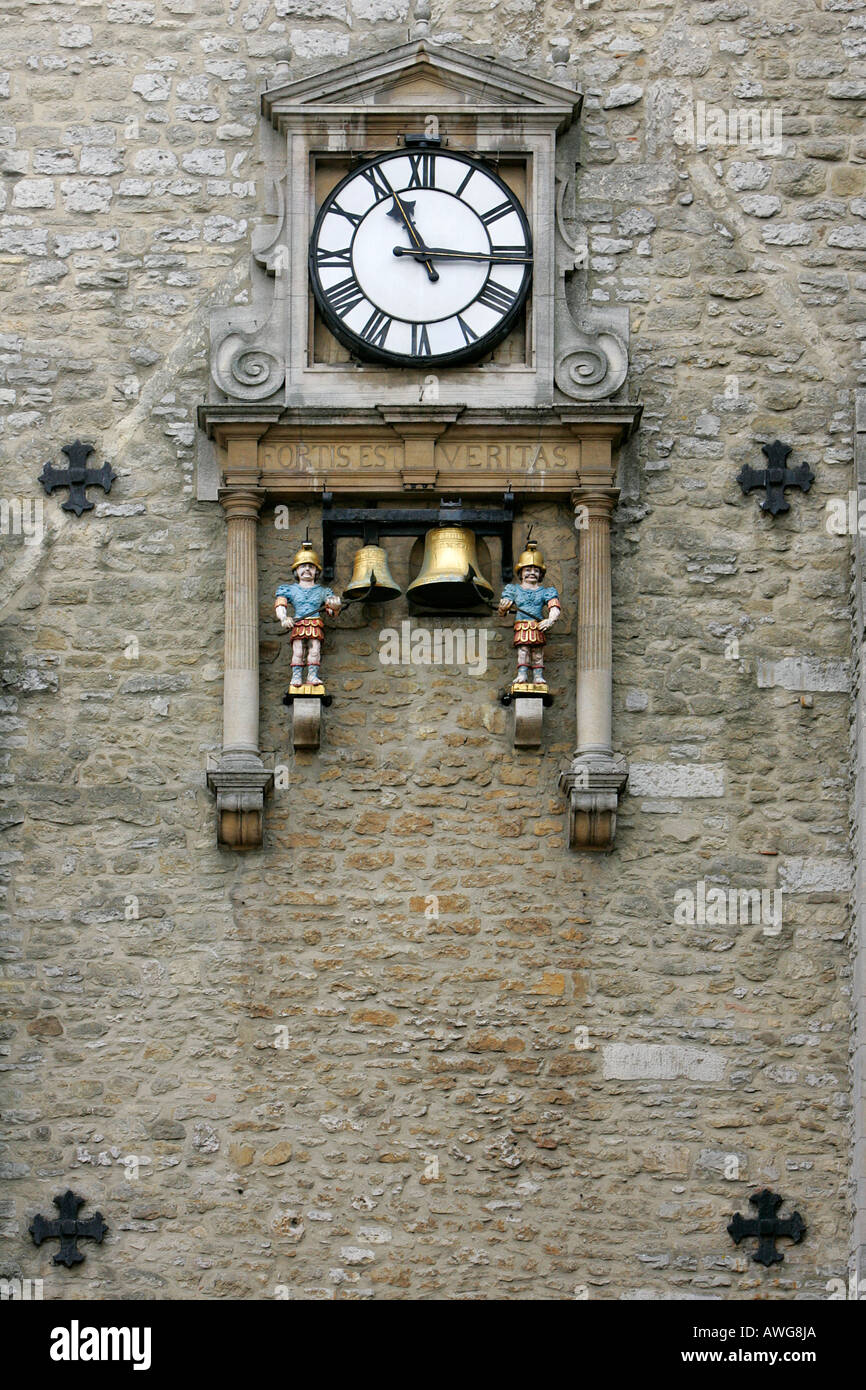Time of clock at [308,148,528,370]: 11:15
